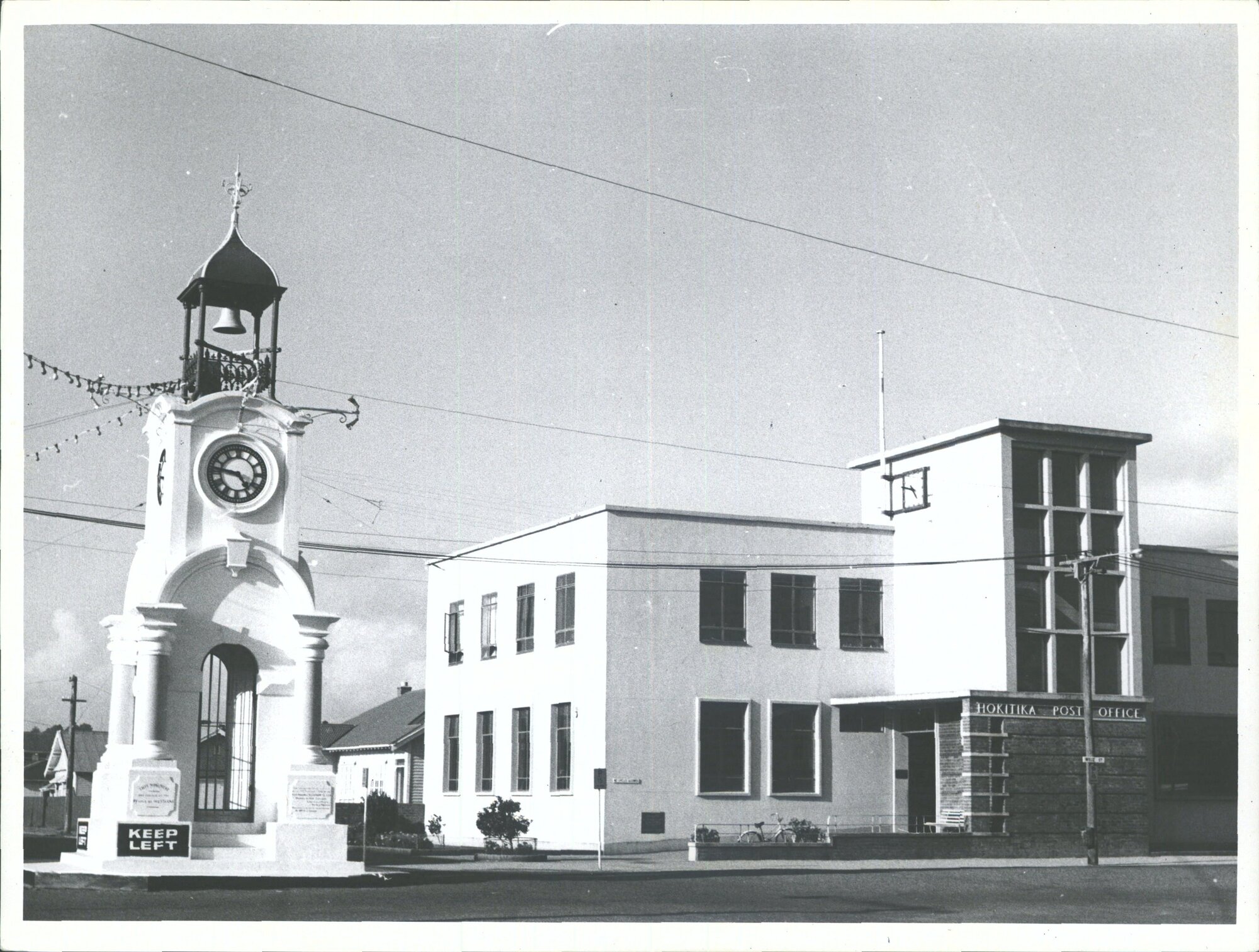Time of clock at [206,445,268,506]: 4:46
